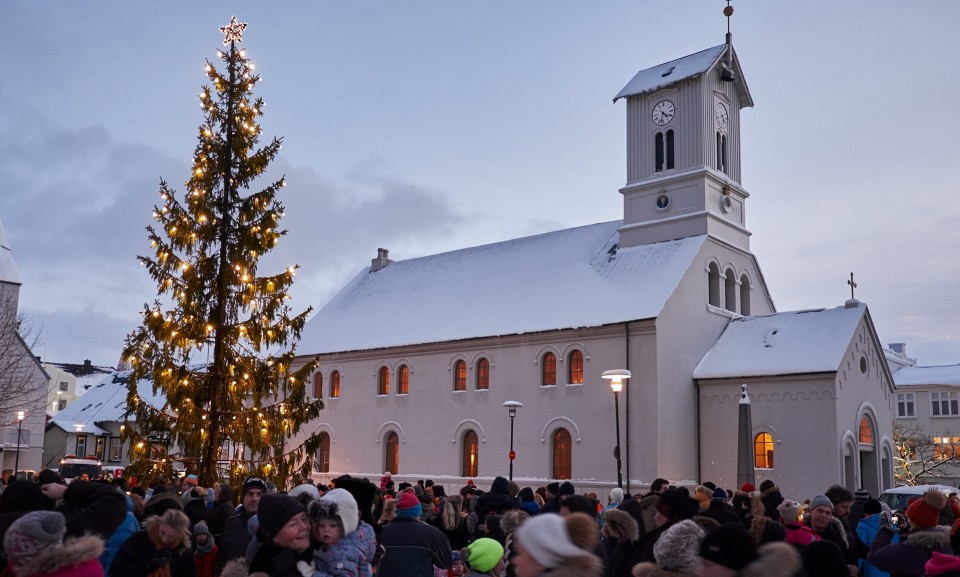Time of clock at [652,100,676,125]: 4:32
